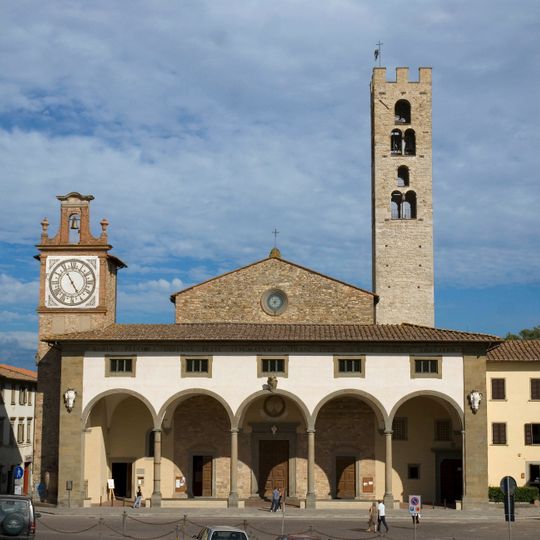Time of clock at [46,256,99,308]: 4:54
